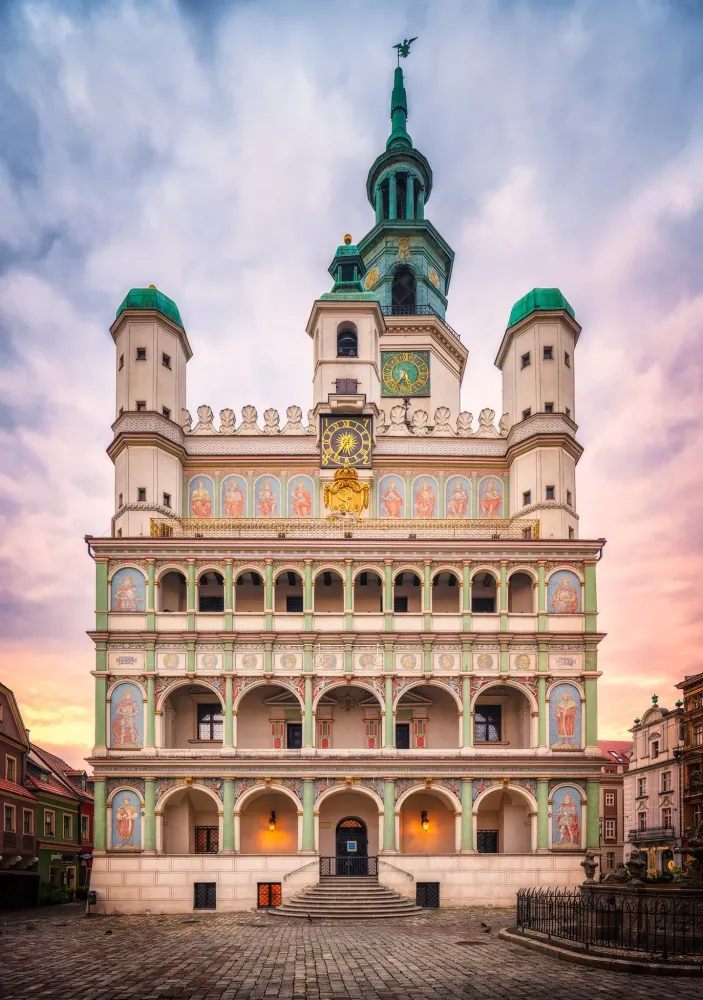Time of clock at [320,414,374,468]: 5:35
